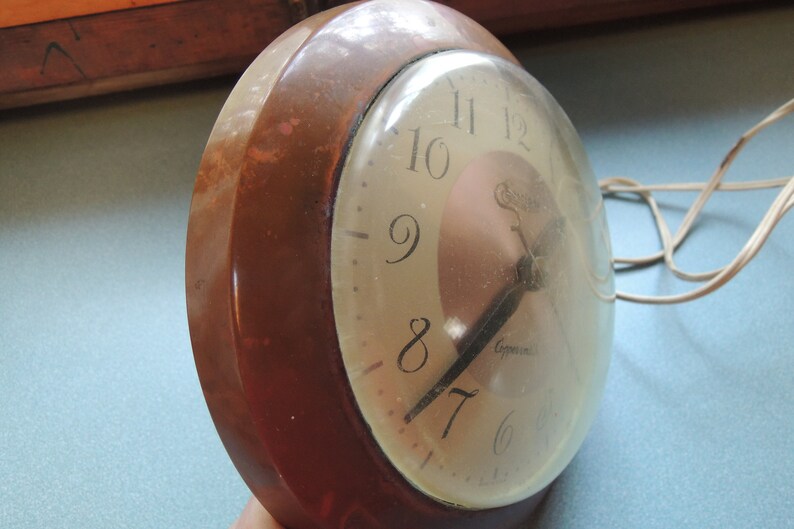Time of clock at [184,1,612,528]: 7:37
